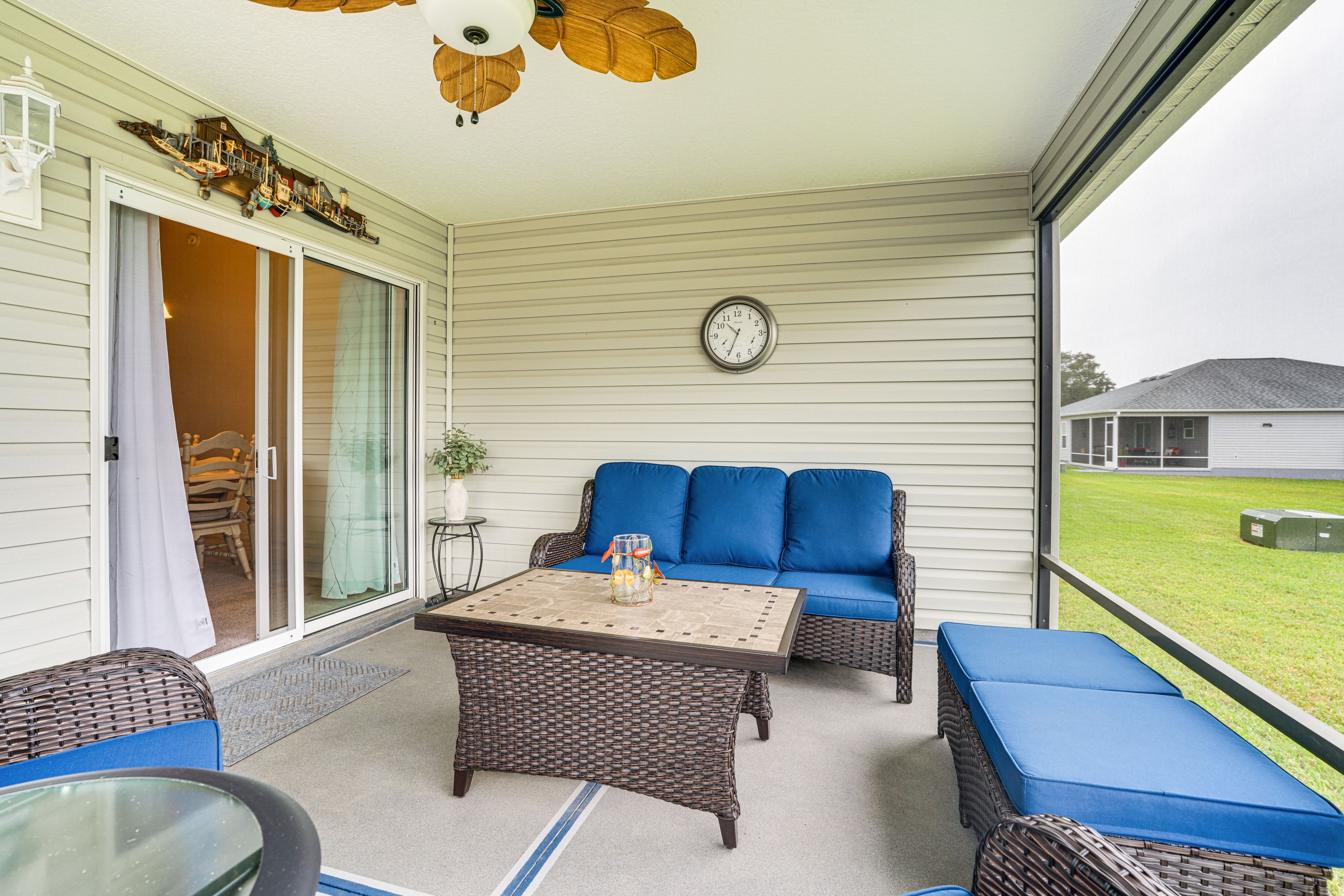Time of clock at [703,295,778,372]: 10:34
